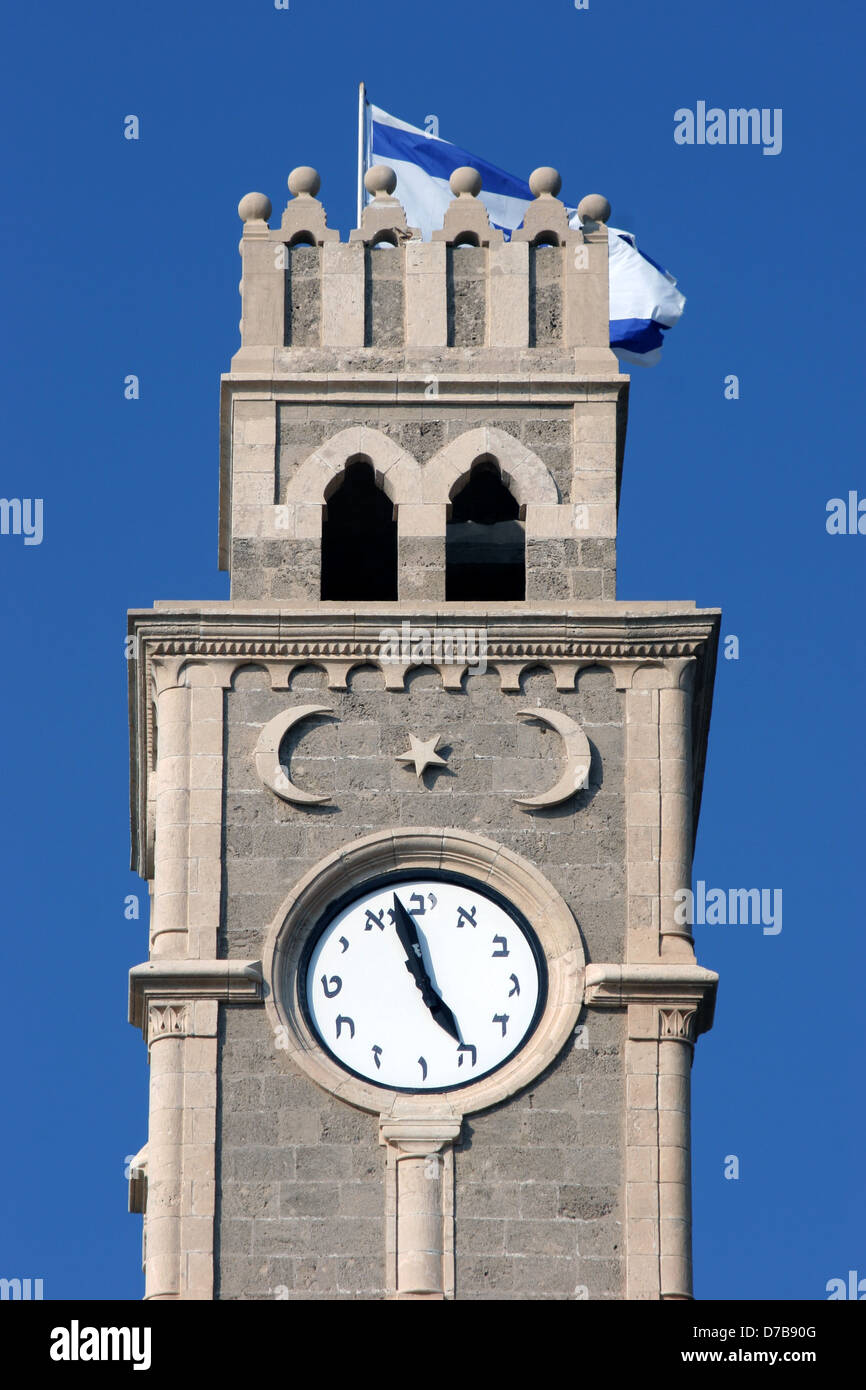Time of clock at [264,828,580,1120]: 4:57
